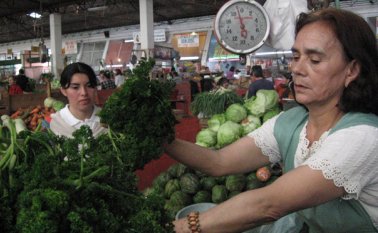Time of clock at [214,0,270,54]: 5:57
